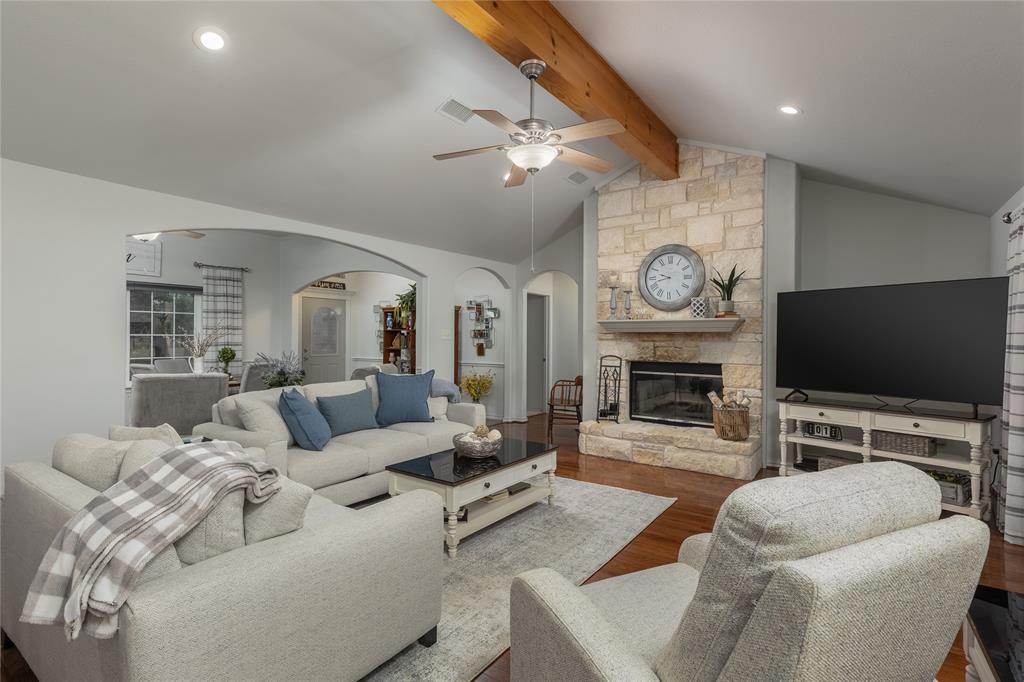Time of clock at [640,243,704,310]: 9:42
